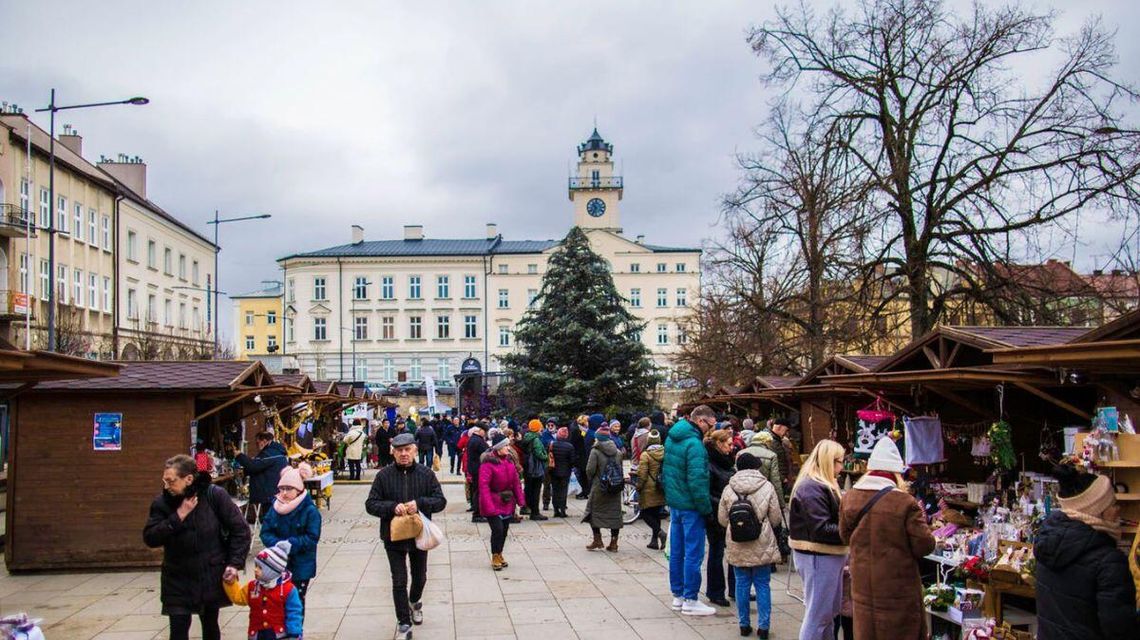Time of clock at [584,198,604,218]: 10:34
